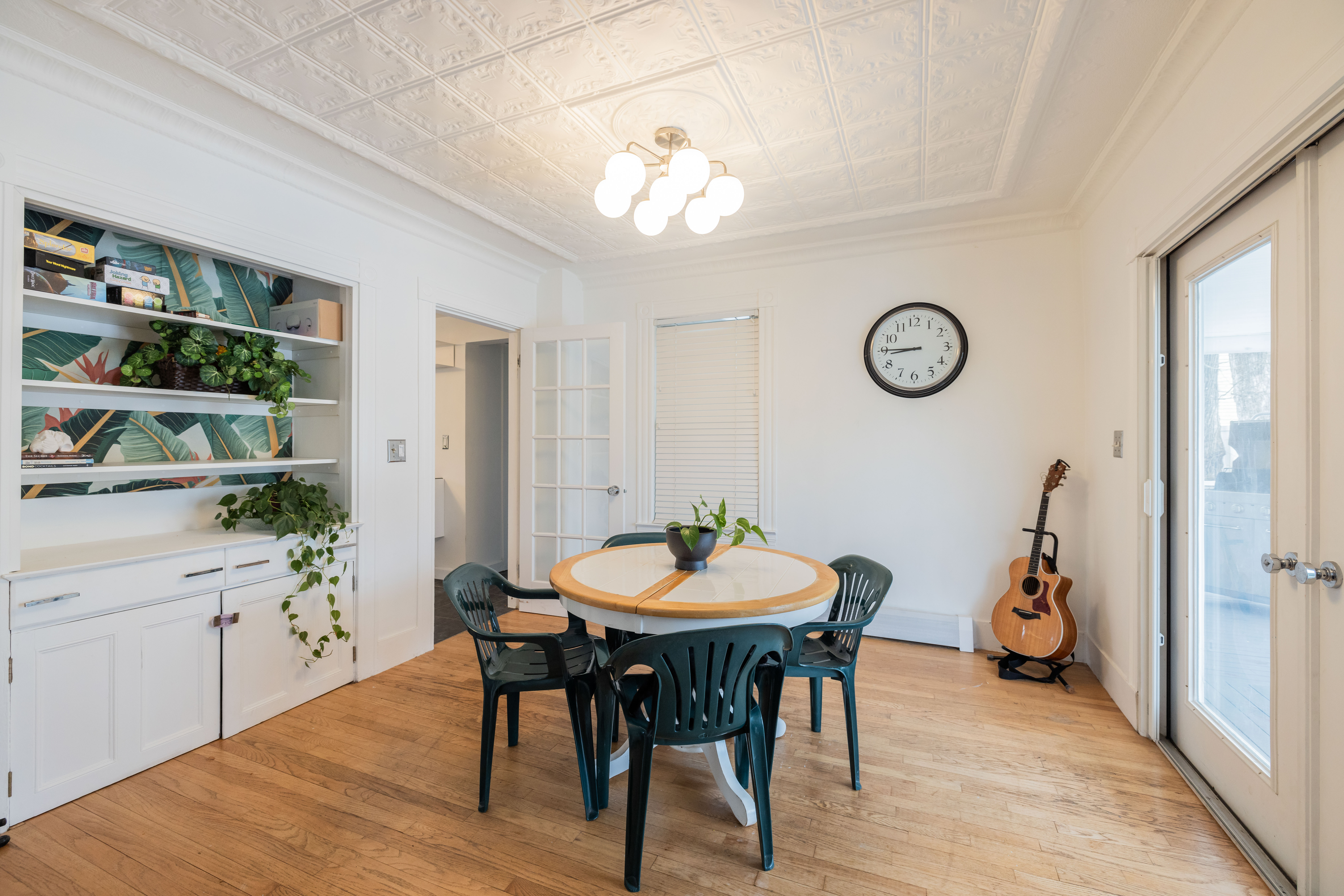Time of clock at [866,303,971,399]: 8:45
